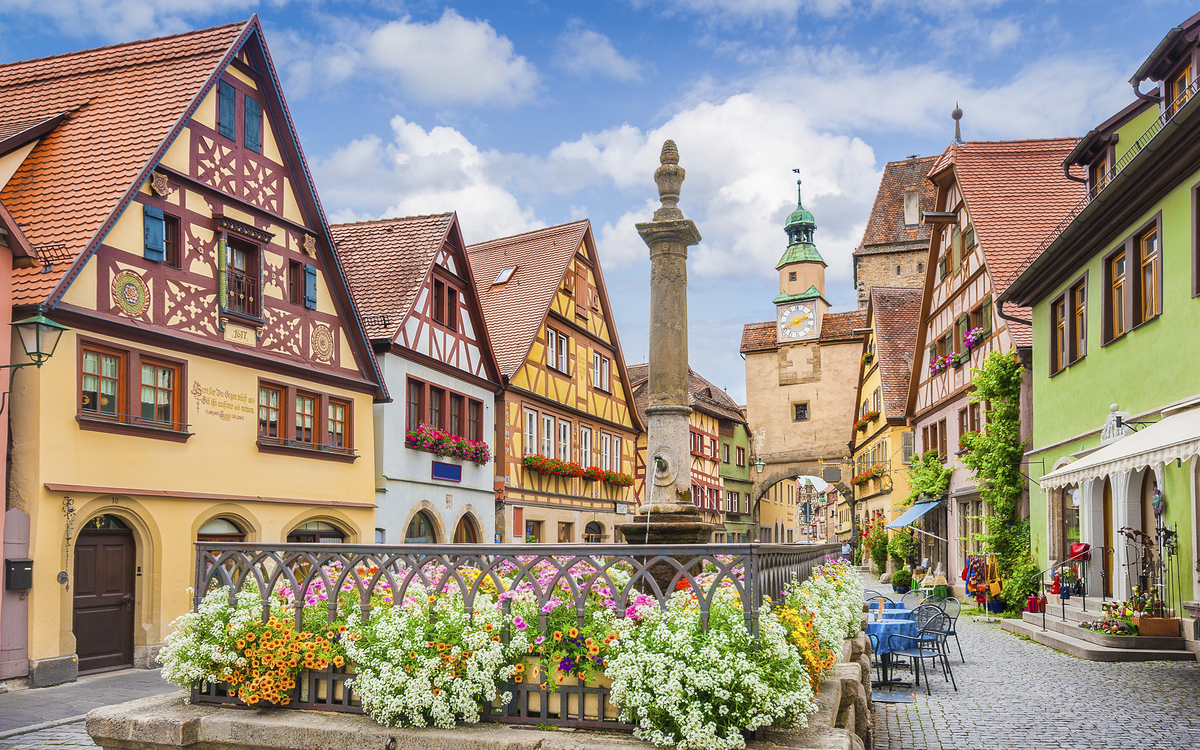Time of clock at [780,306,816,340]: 8:11
